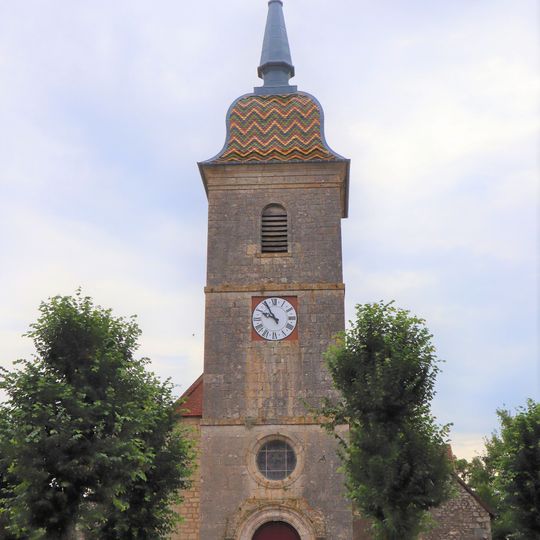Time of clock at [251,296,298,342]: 9:54
